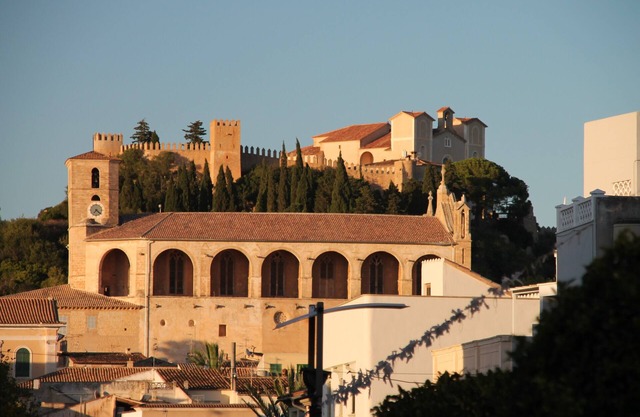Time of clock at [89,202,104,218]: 7:21
